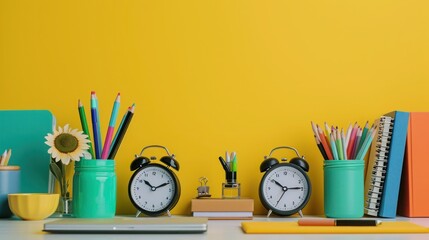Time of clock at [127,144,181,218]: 10:11
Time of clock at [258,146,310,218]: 10:14
